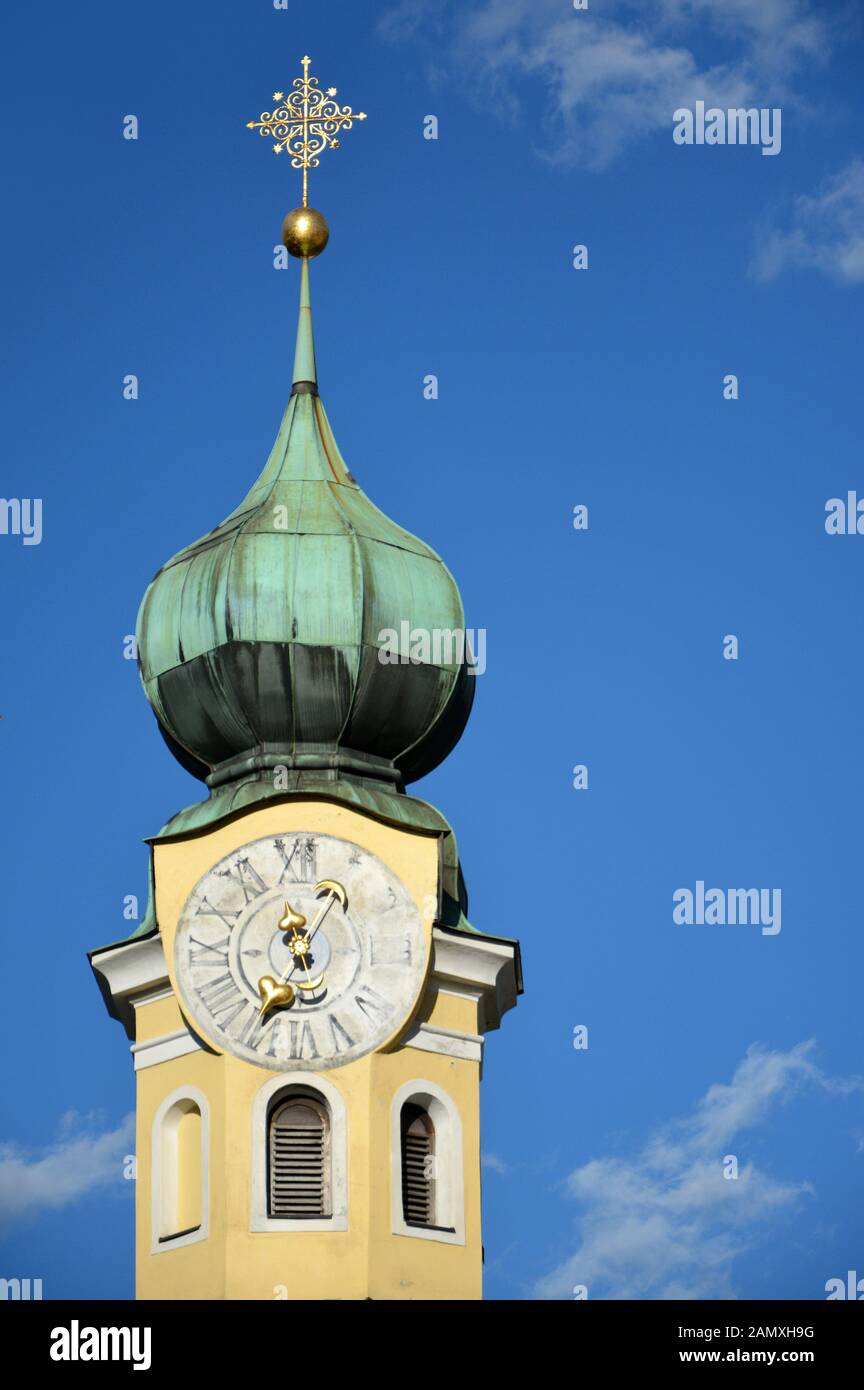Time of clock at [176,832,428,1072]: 11:35
